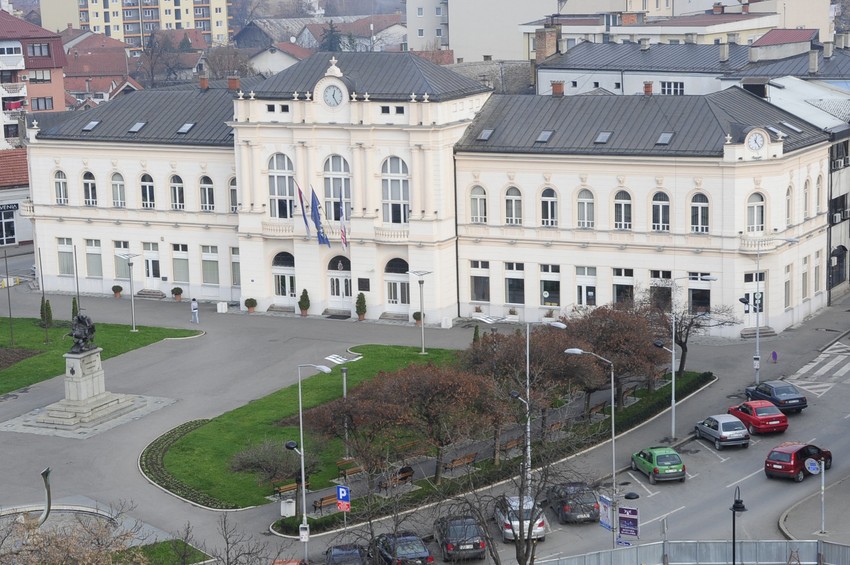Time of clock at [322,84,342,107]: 12:25
